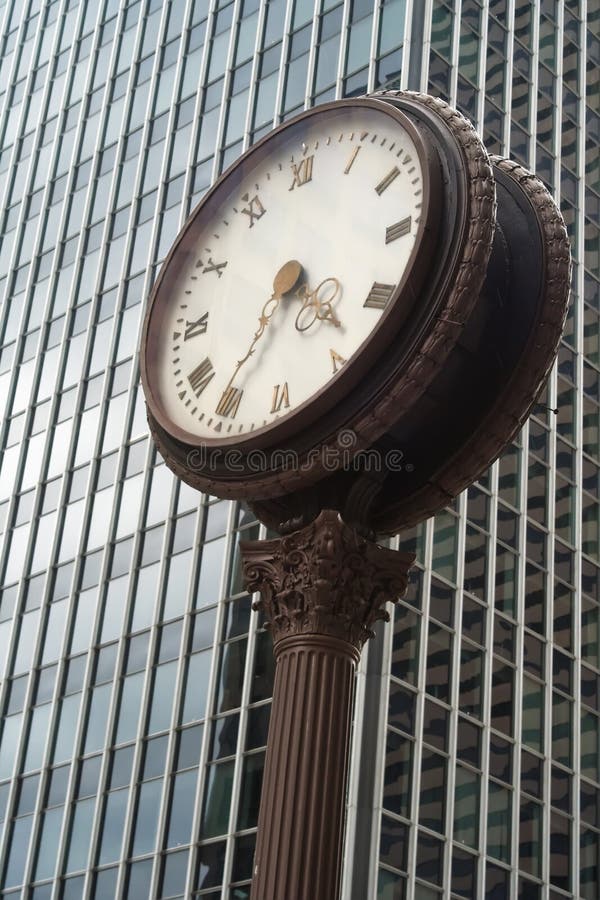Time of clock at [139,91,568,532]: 4:35
